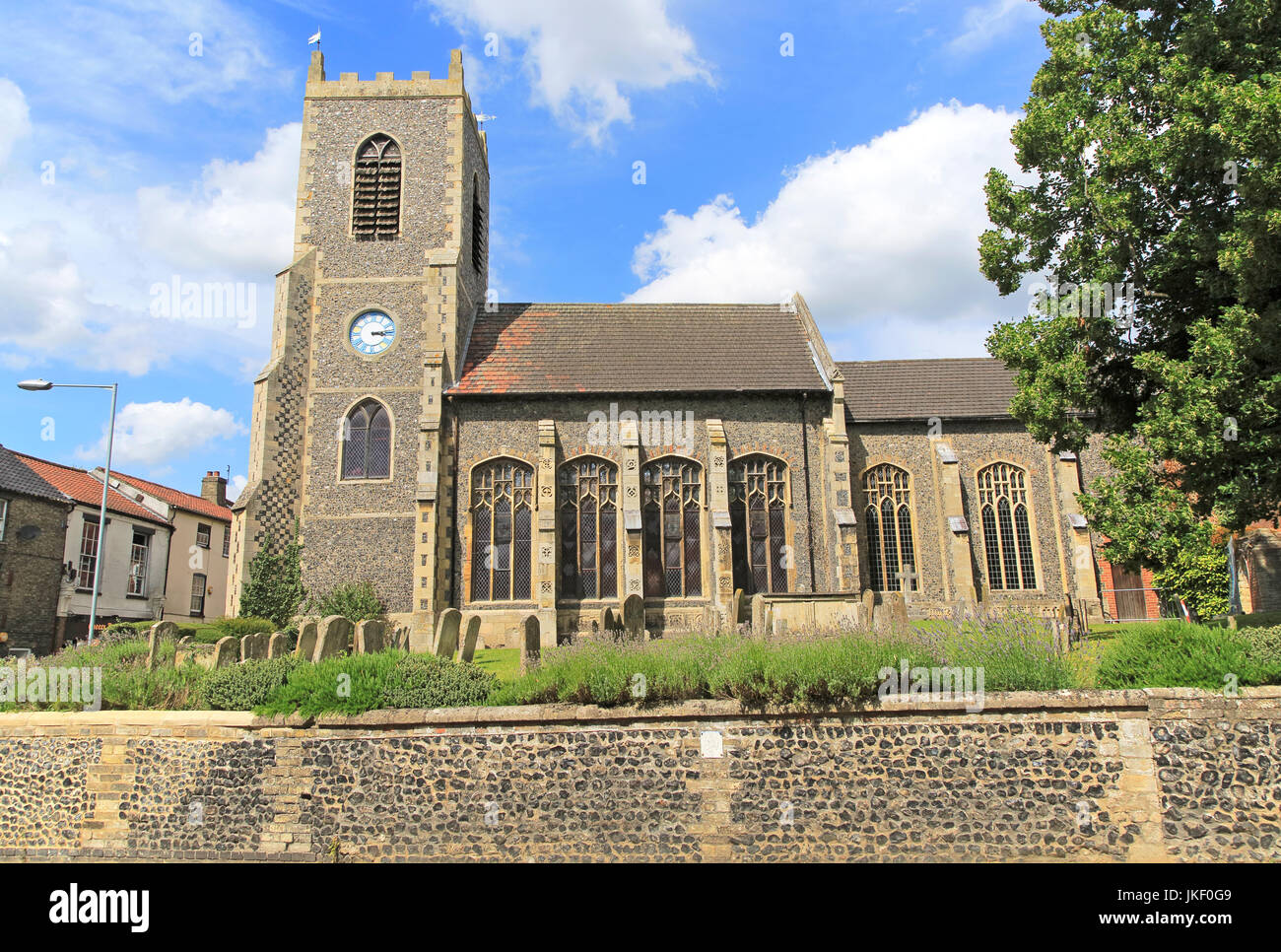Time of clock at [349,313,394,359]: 3:13
